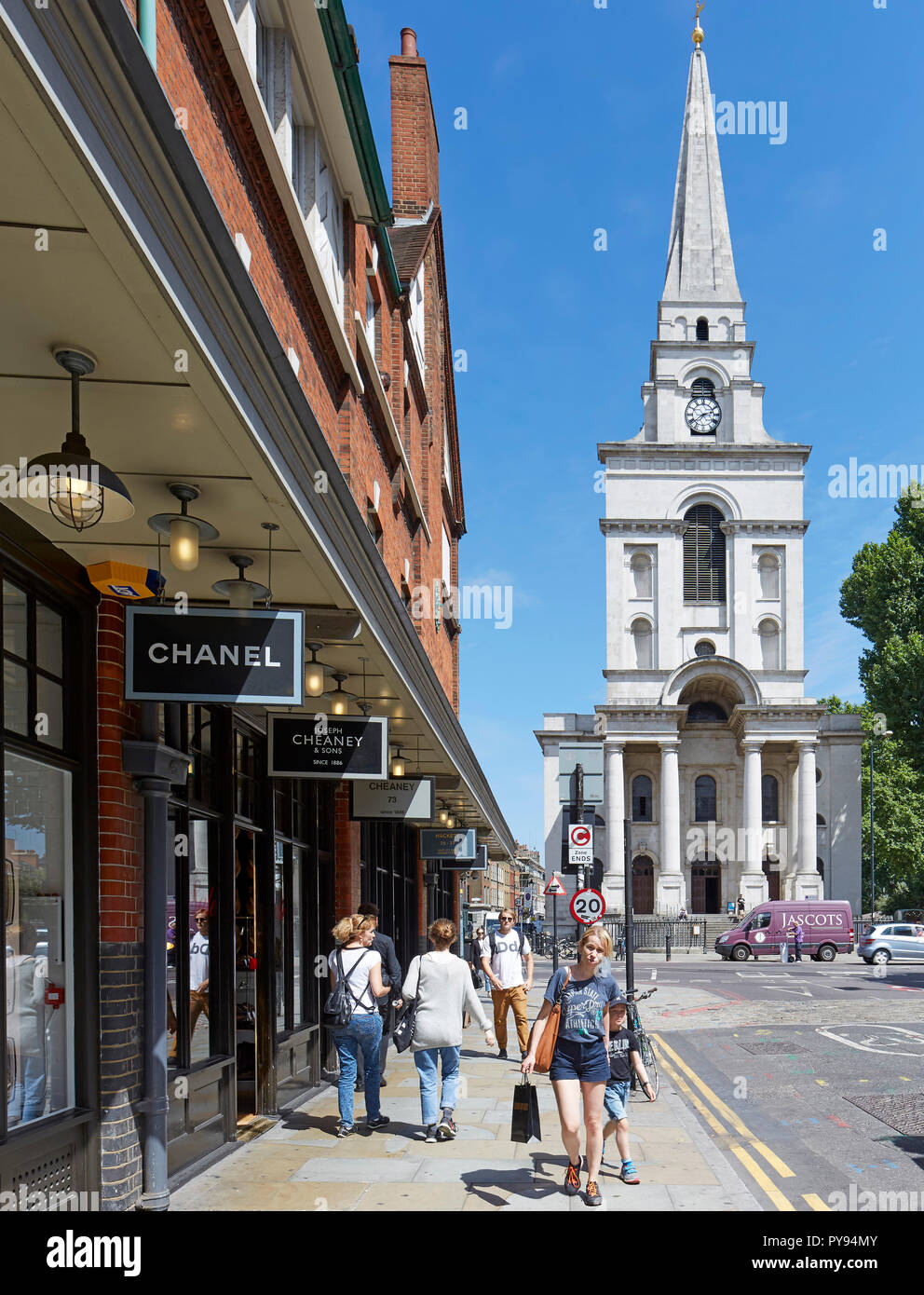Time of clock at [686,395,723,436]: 2:38
